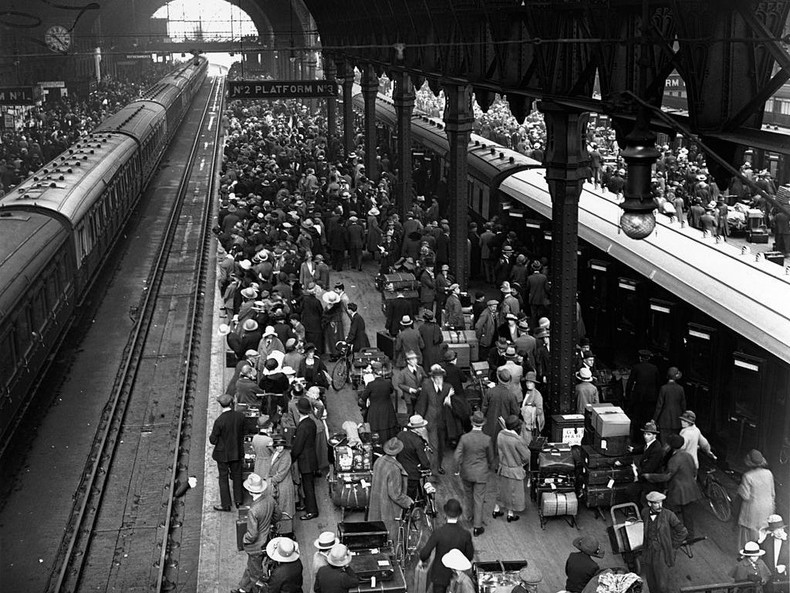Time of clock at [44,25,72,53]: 10:23
